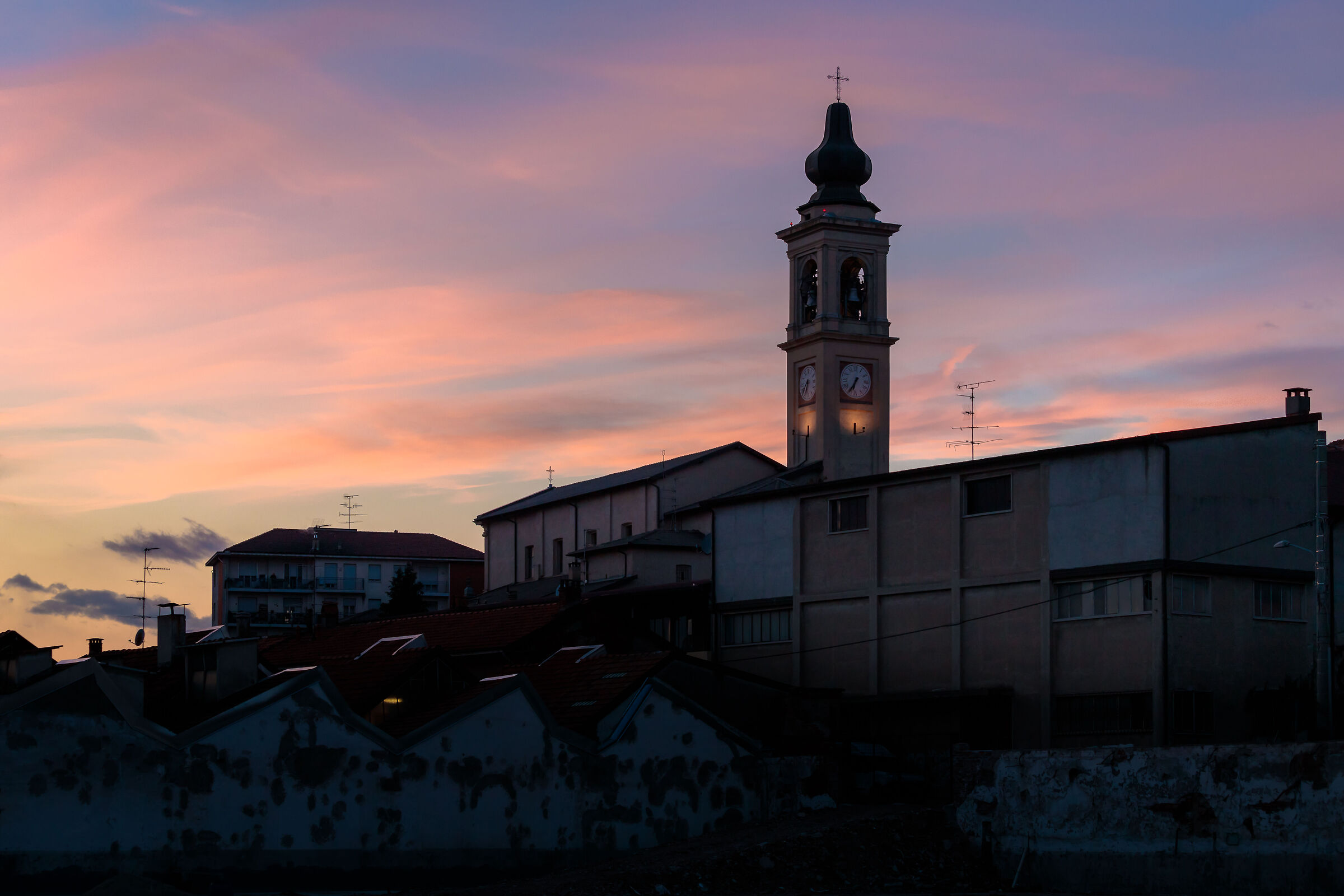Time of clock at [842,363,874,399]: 6:35
